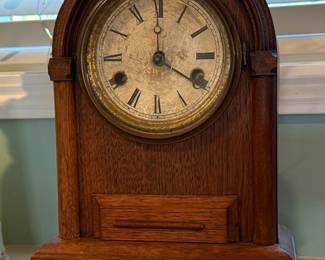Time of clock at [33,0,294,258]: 4:00
